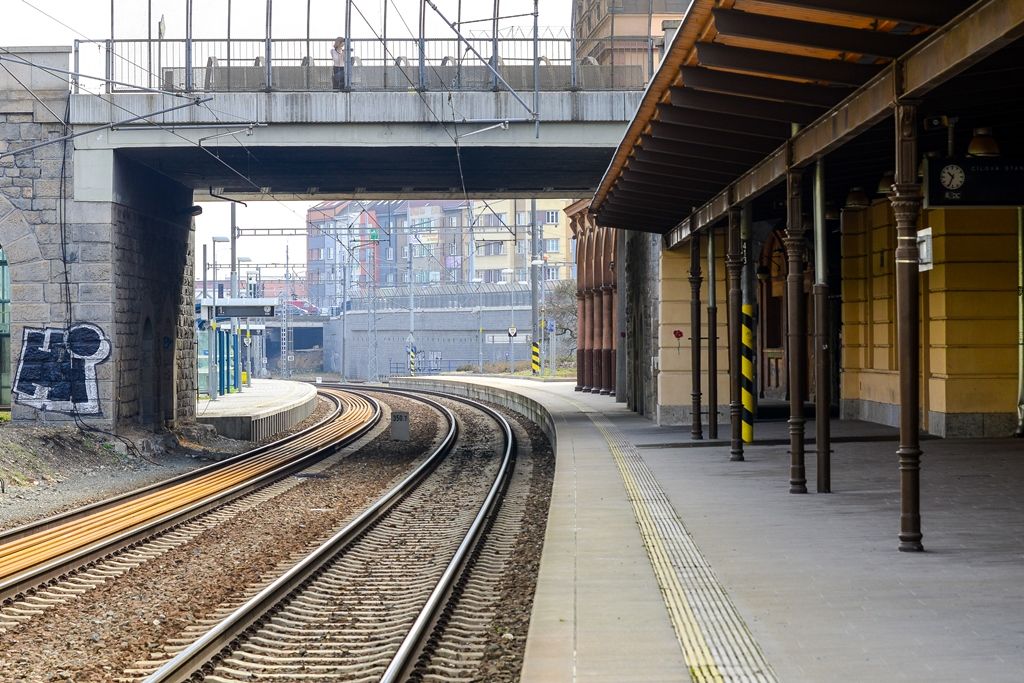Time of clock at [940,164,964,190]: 10:34
